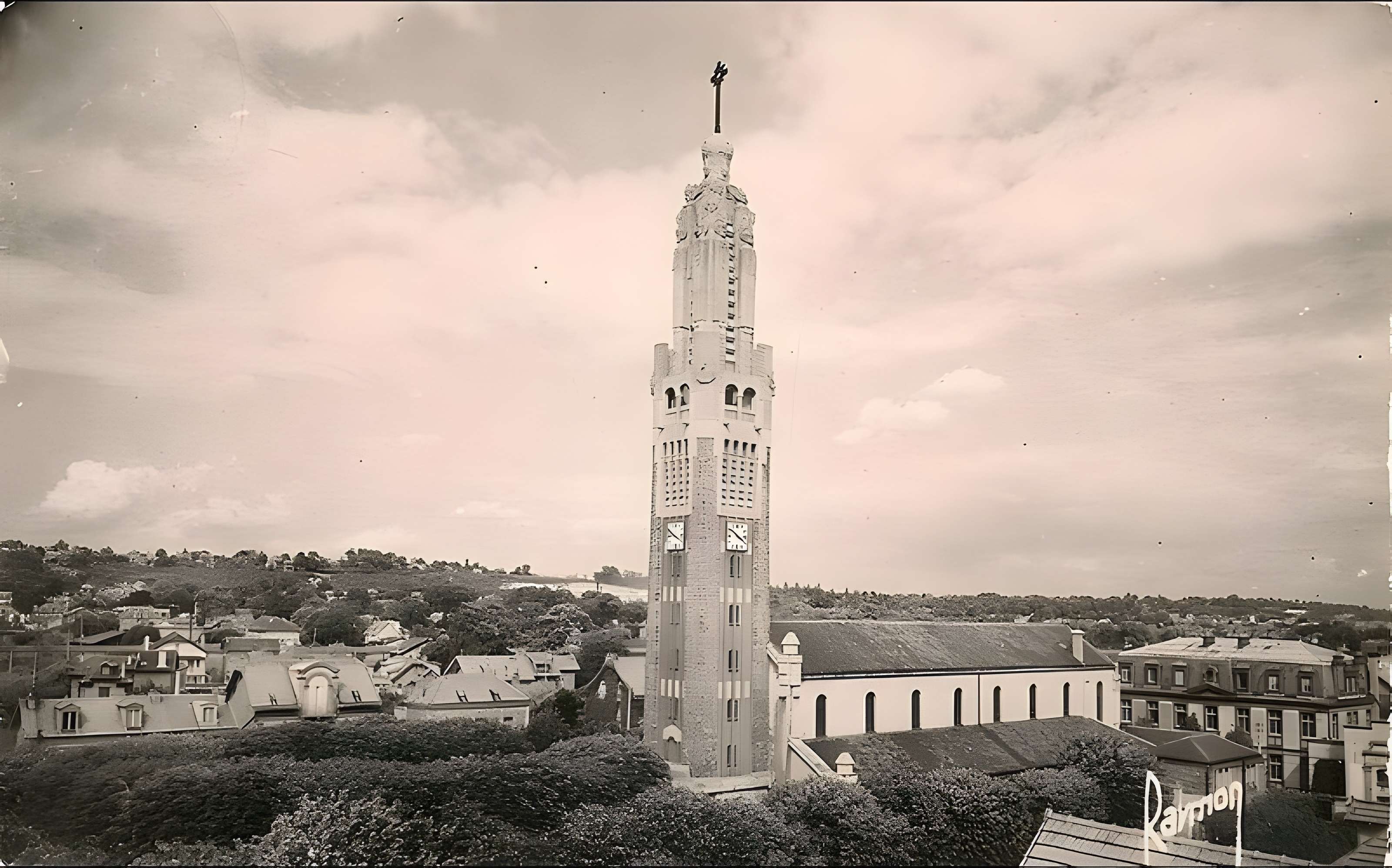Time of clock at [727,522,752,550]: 3:50
